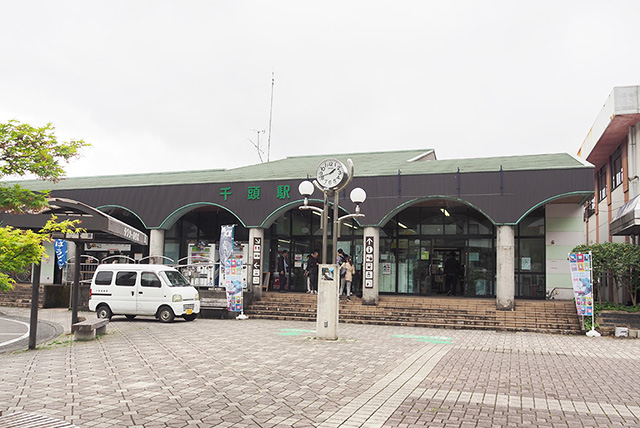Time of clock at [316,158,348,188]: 1:42
